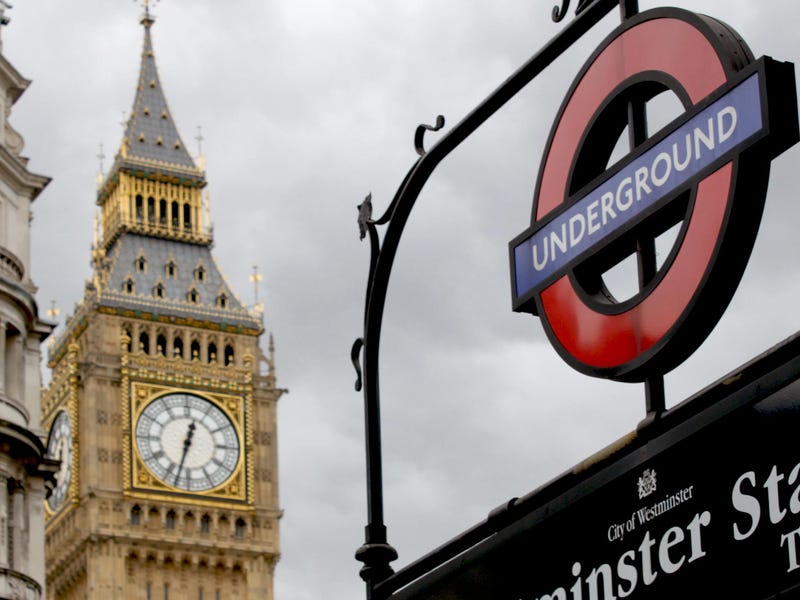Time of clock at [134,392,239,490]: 12:32
